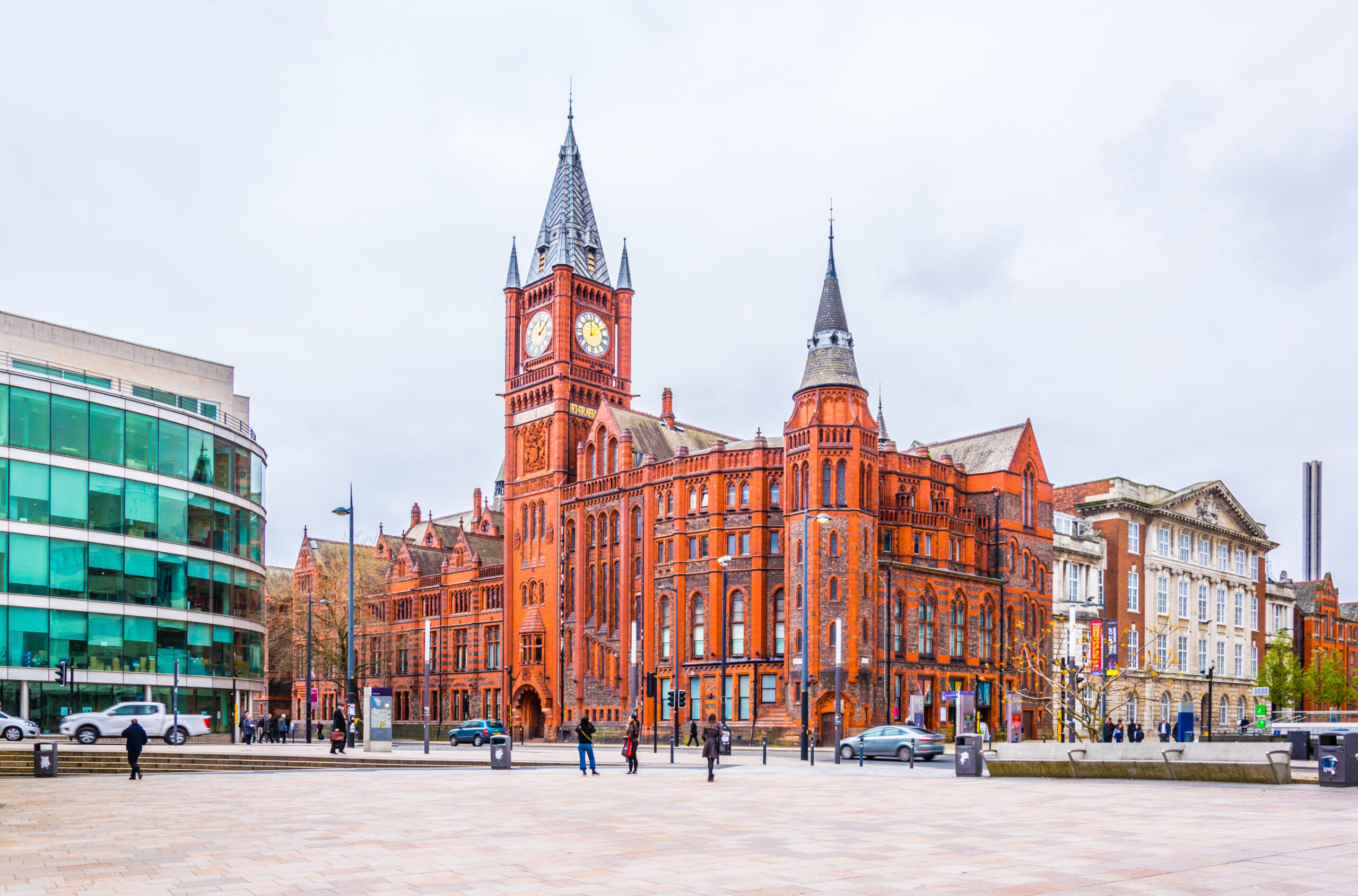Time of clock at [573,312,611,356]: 12:07
